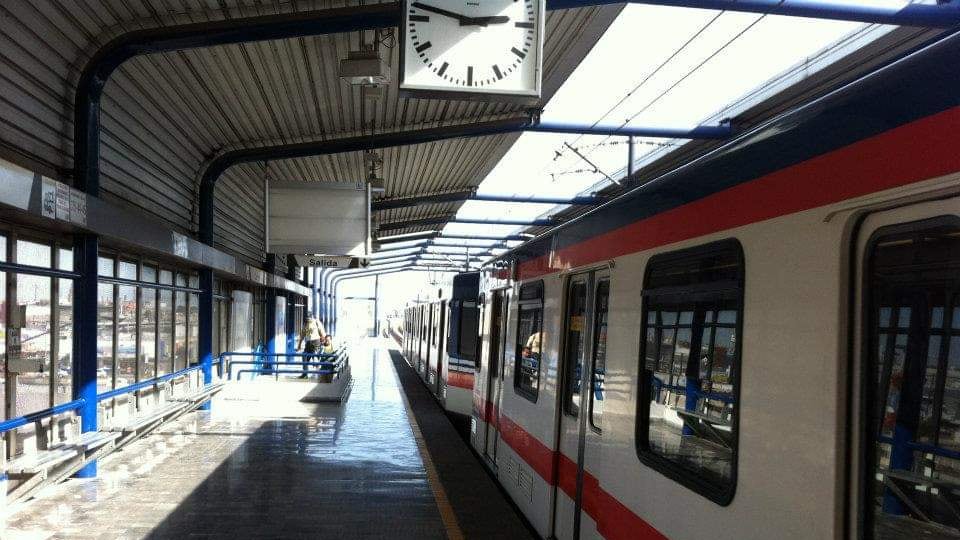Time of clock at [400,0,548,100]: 2:46
